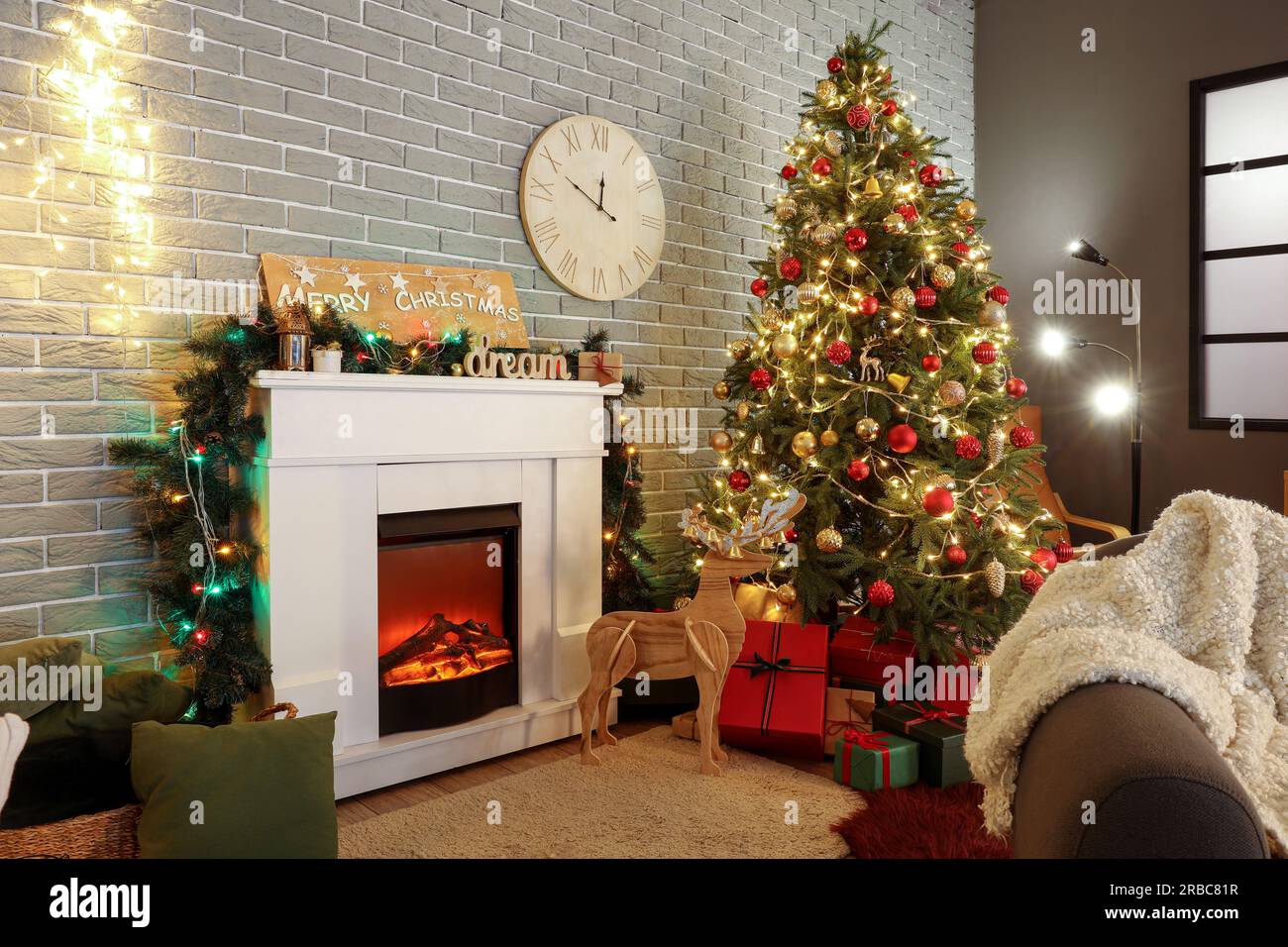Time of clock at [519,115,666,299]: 11:48
